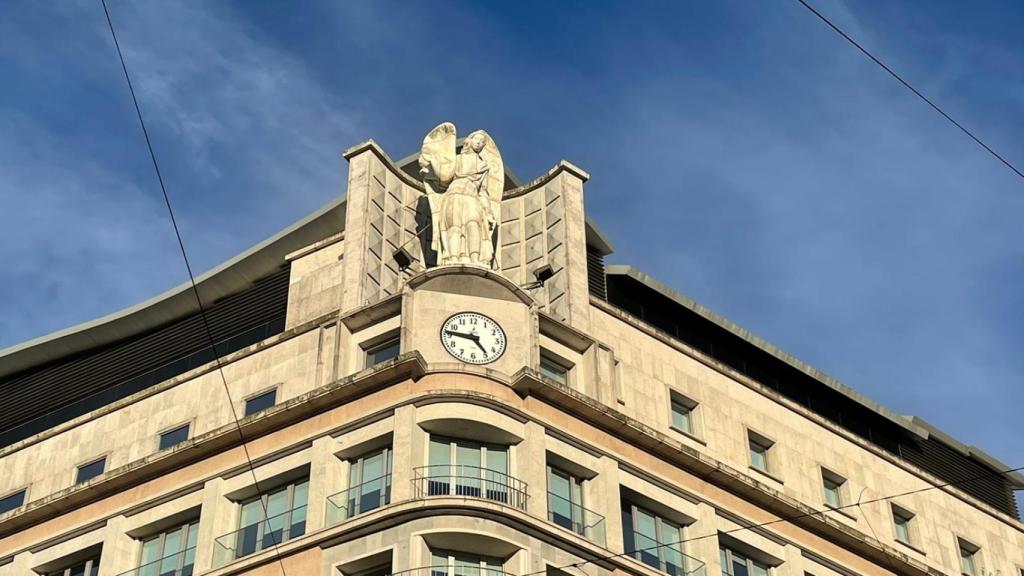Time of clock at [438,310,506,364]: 4:46
